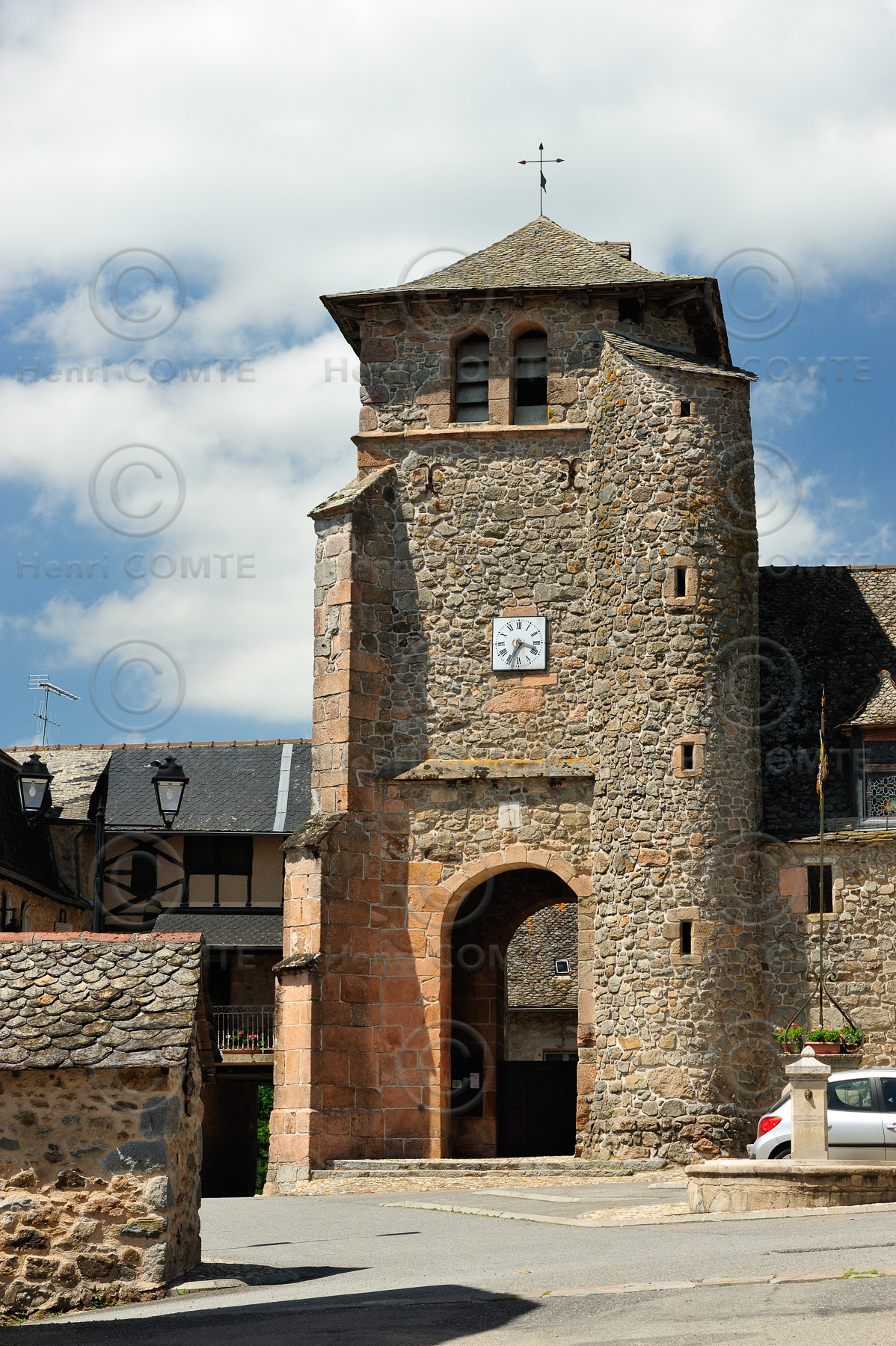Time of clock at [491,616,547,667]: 3:34
